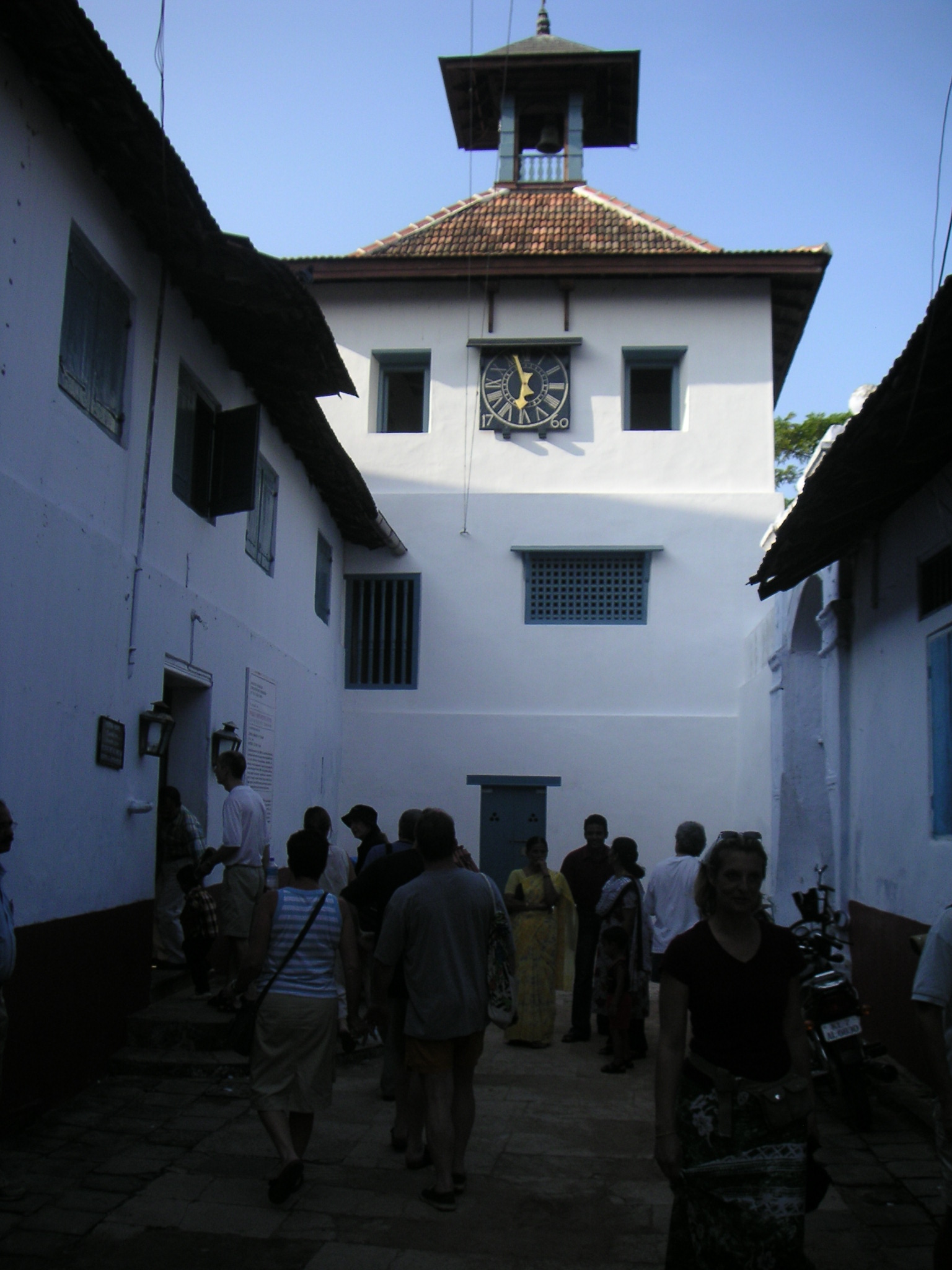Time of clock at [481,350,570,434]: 12:57
